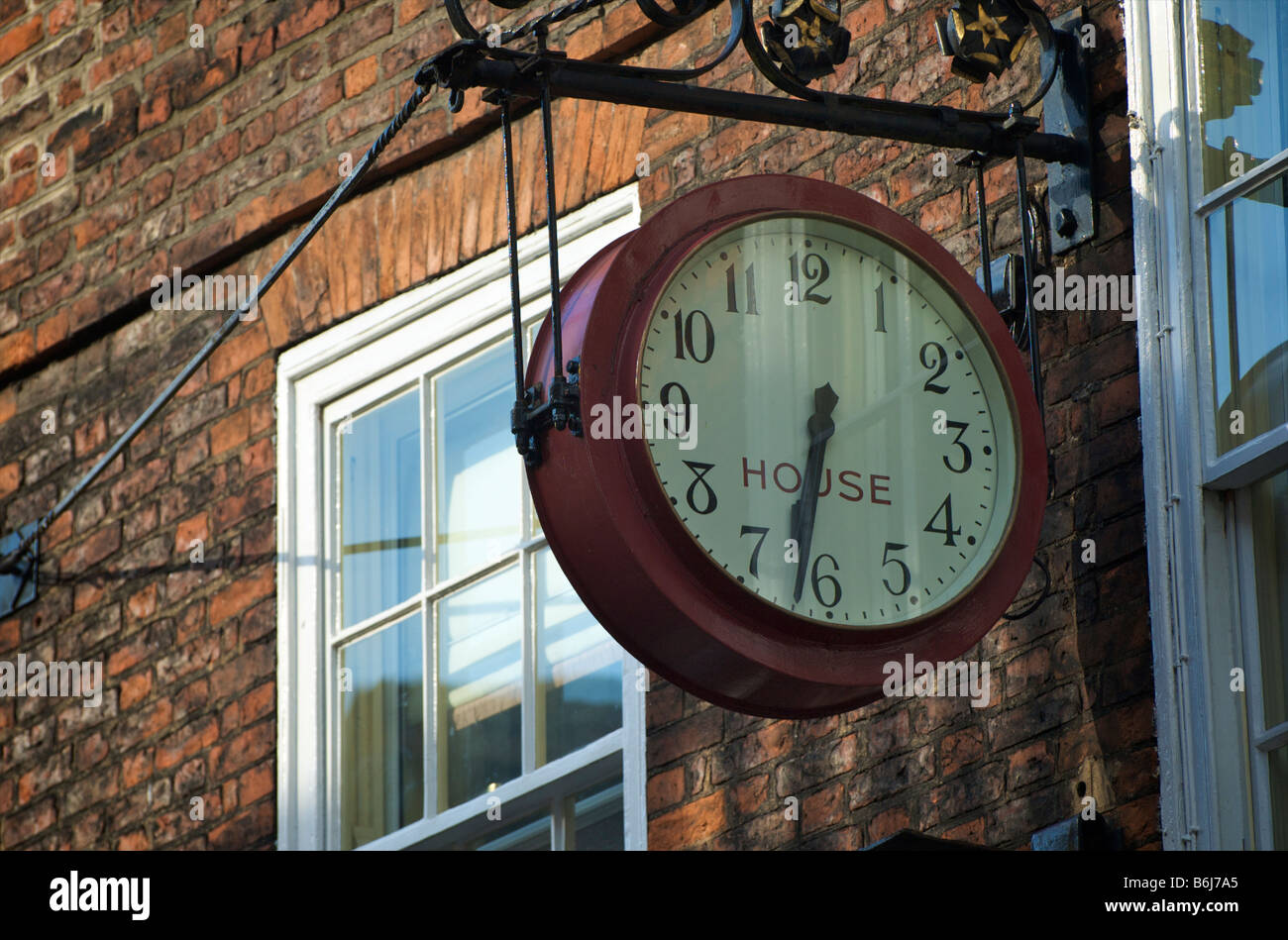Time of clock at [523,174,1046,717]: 6:32
